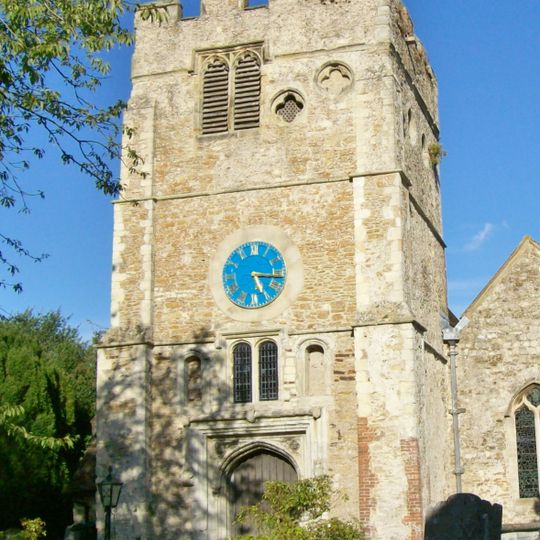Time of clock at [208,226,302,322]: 5:16
